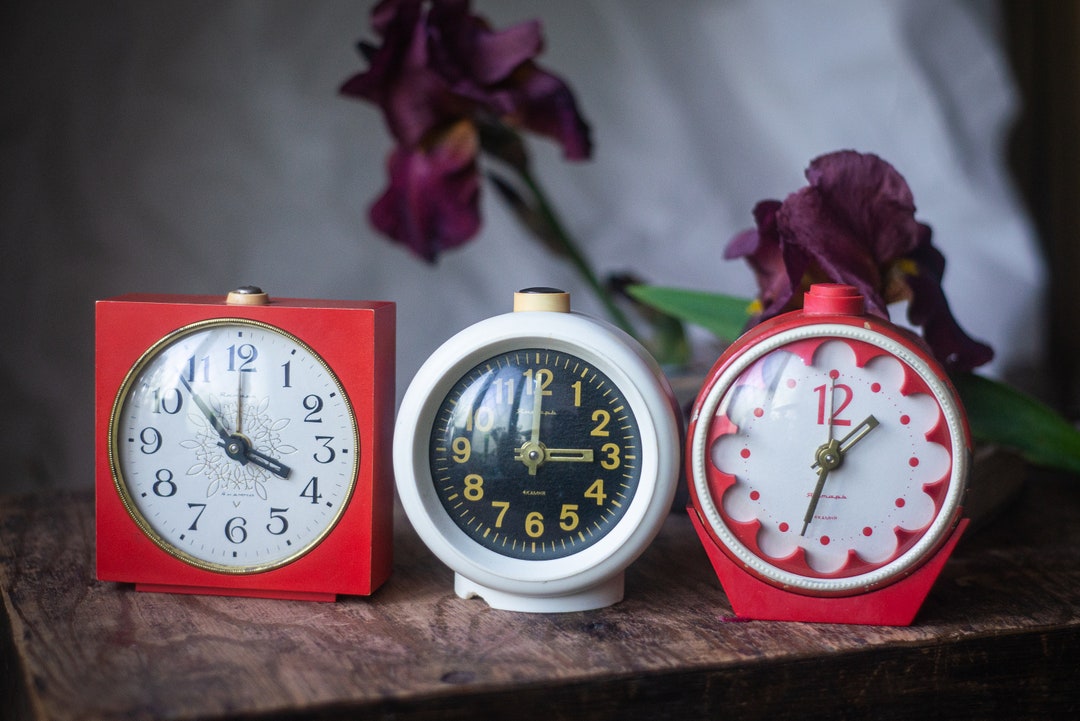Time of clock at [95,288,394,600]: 3:52
